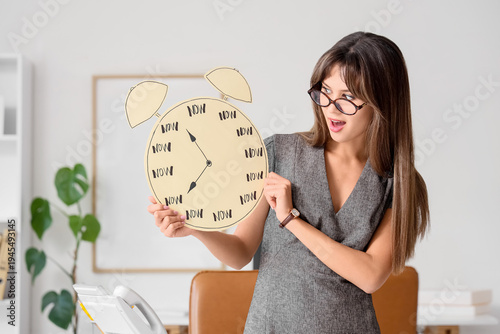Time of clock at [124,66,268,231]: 10:38
